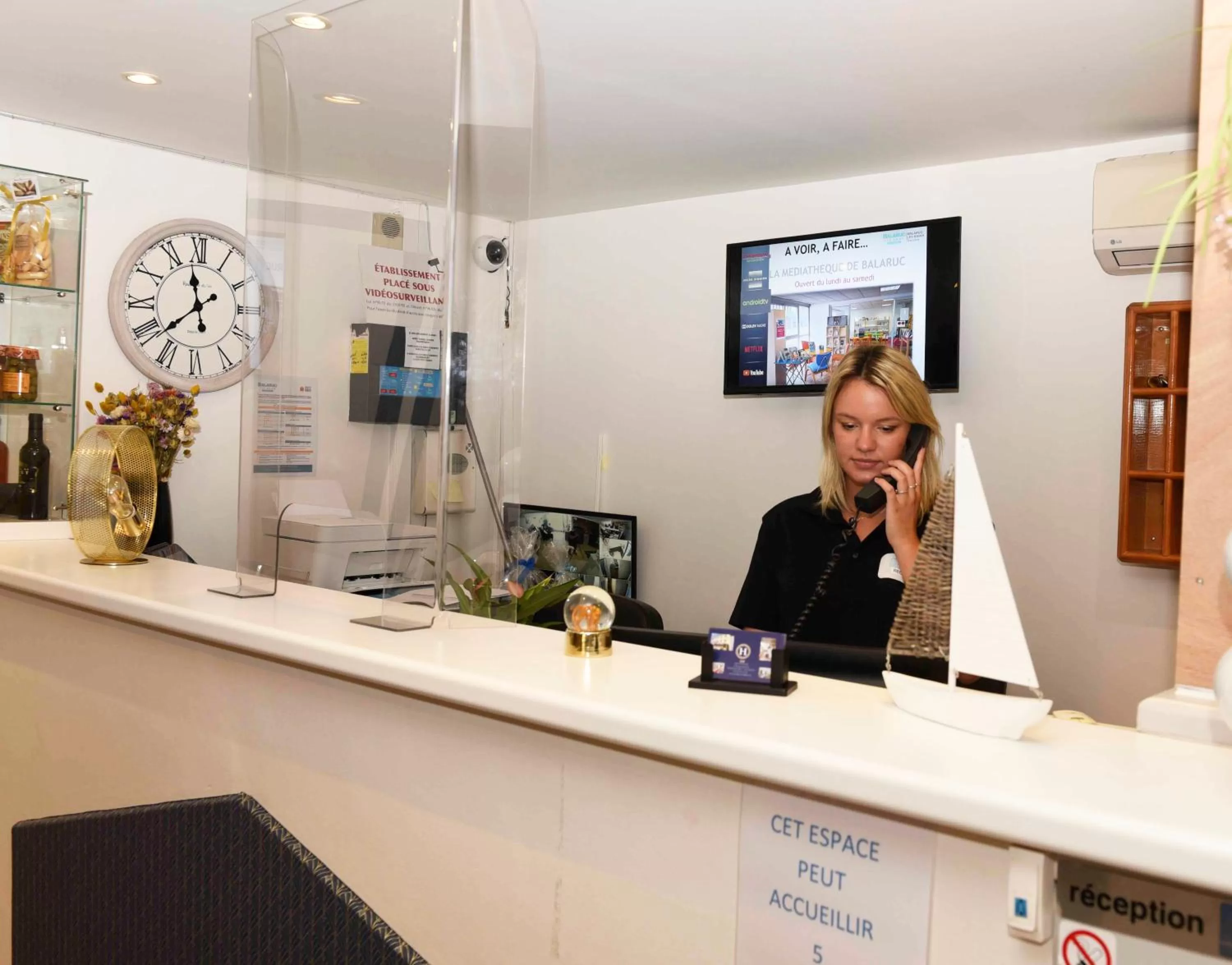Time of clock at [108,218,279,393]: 11:38
